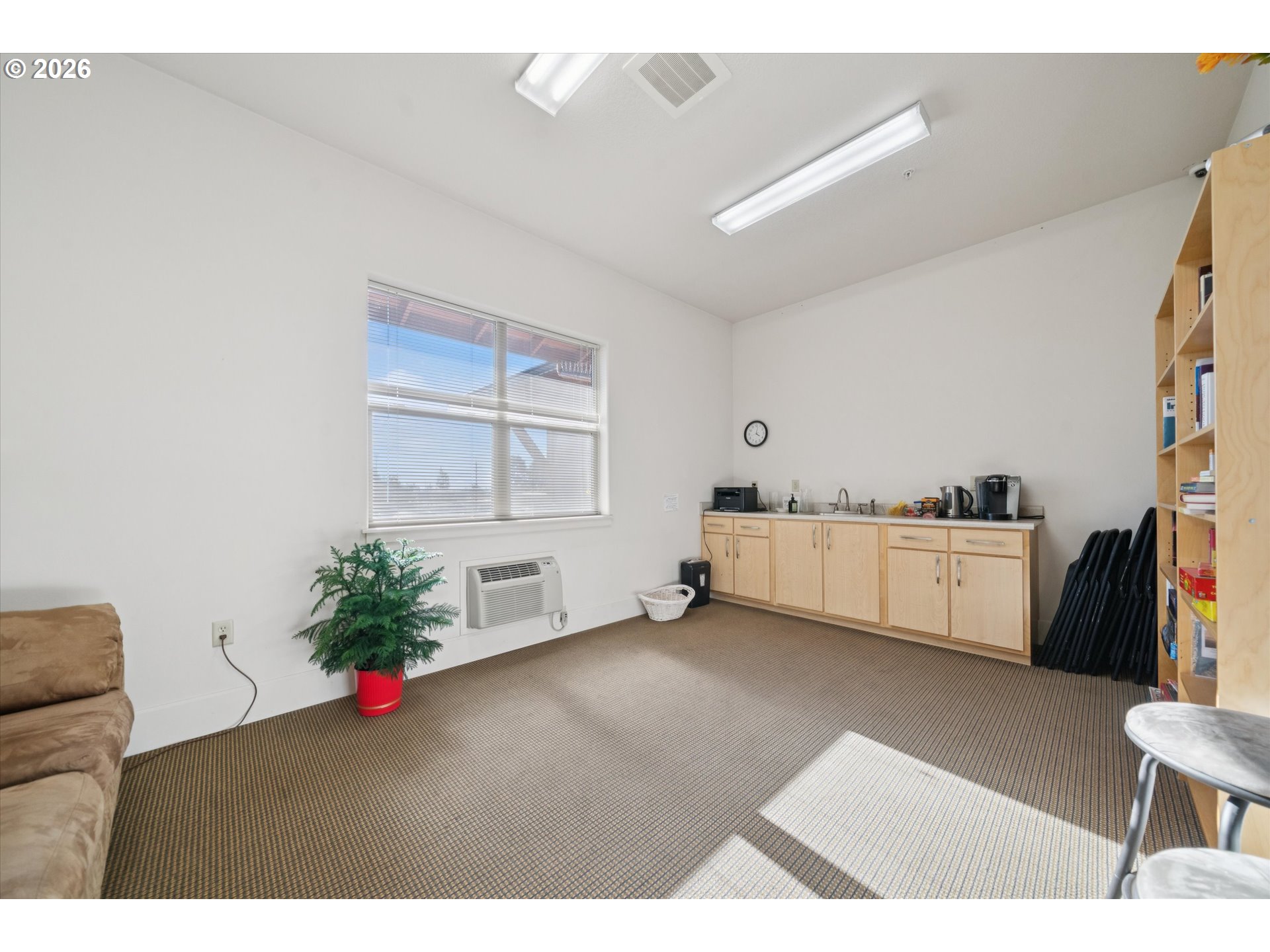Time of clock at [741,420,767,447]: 4:02
